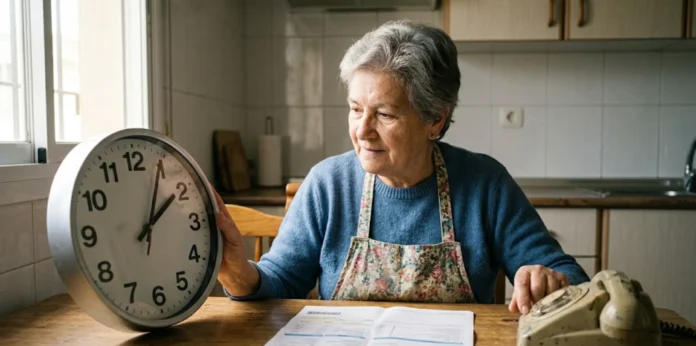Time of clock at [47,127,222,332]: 2:04
